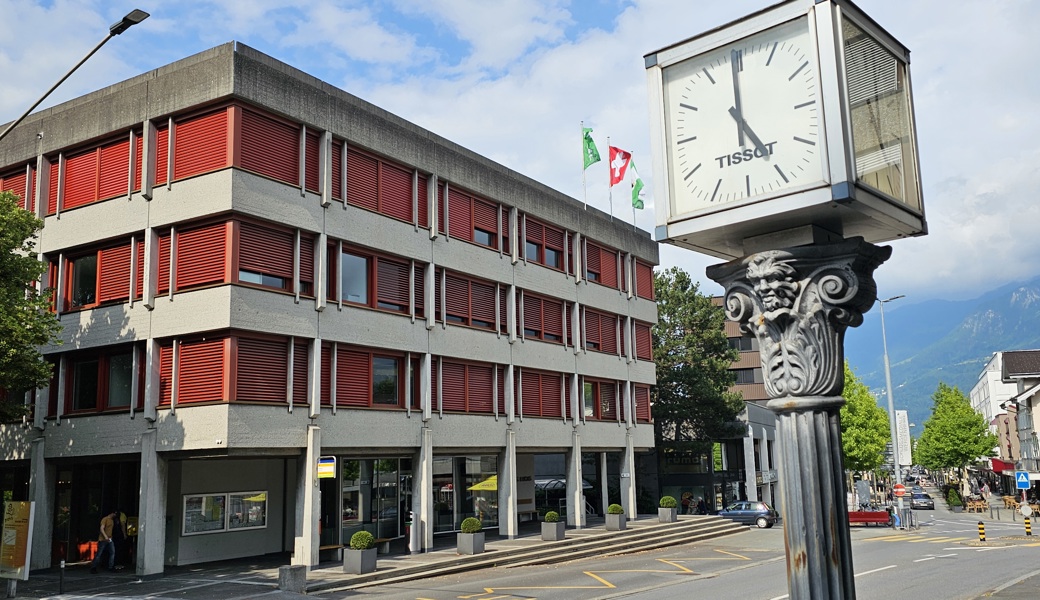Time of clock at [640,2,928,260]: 4:59
